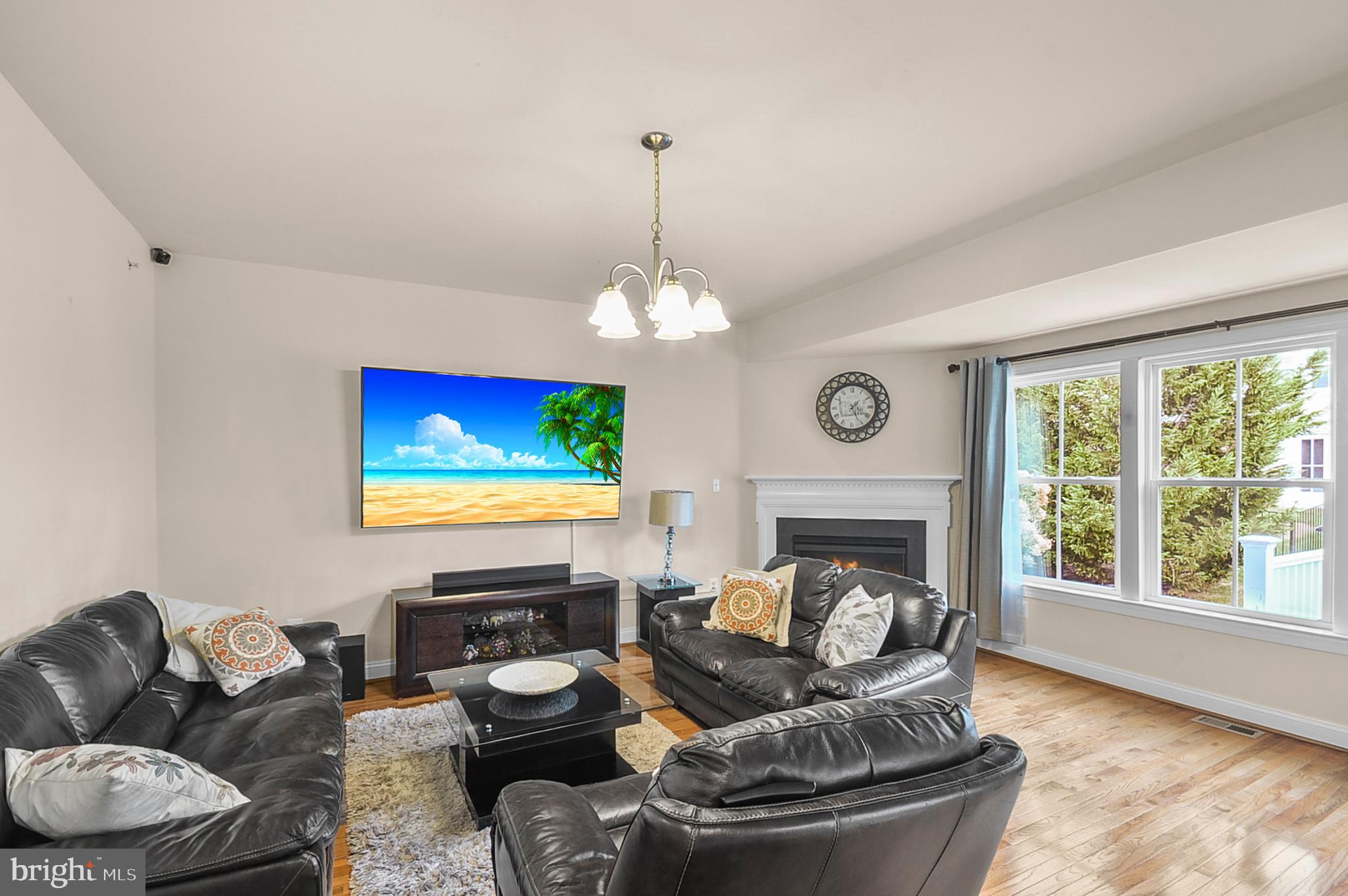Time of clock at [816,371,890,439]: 1:25
